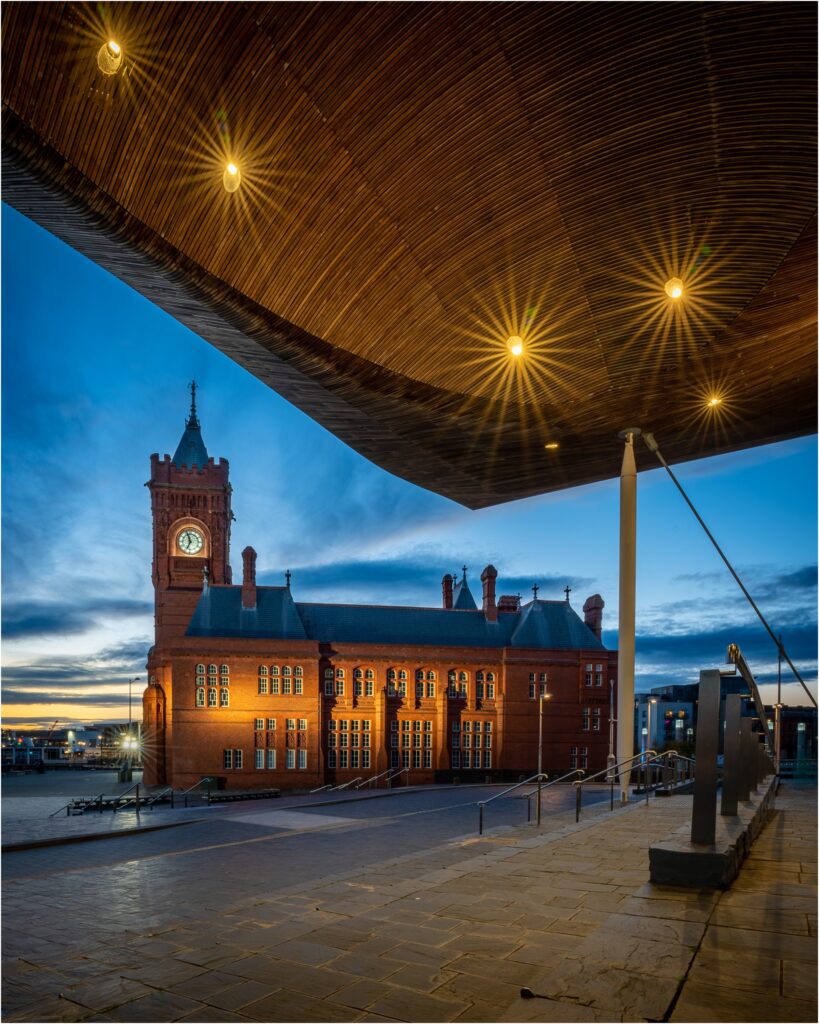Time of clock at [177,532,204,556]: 6:56
